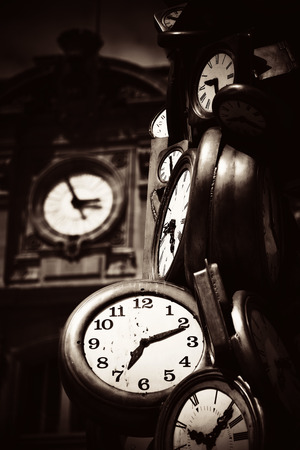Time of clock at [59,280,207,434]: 7:11
